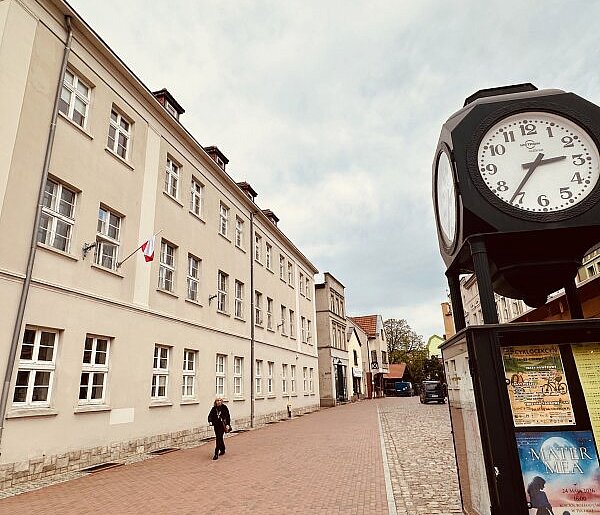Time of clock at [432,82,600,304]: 2:36
